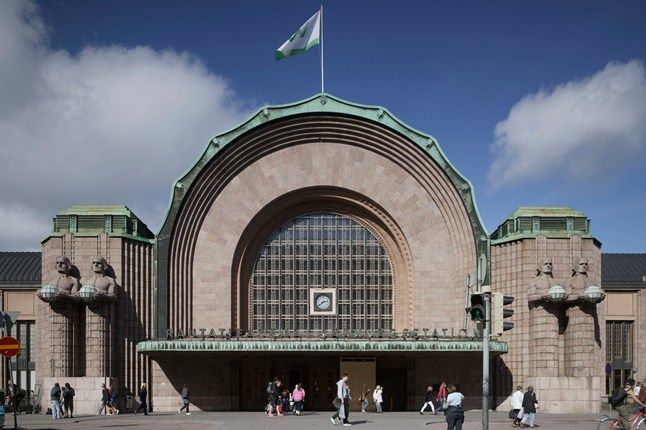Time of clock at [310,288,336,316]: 2:39
